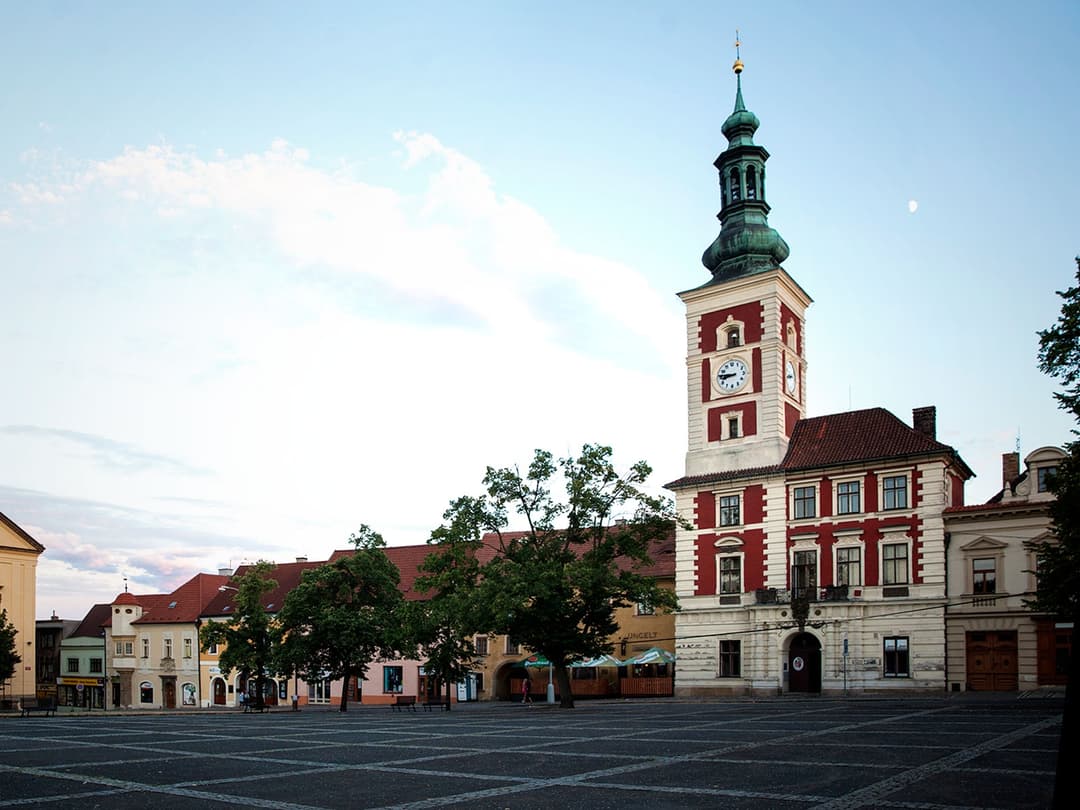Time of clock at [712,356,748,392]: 8:46
